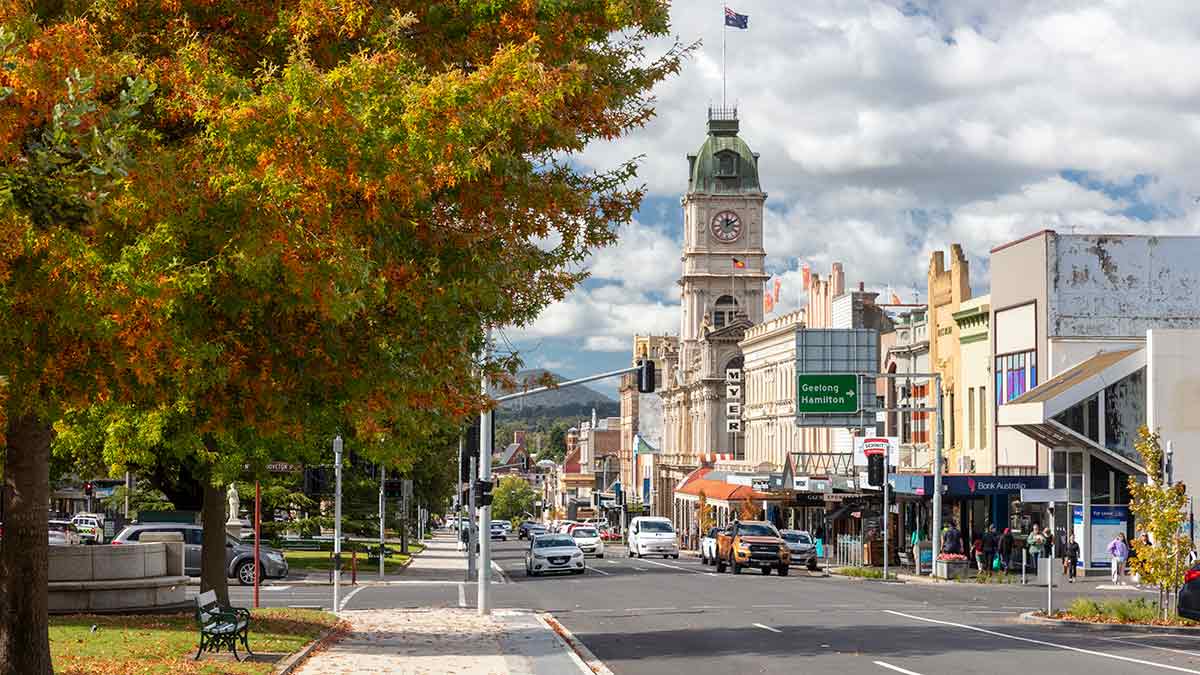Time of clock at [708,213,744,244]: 12:09
